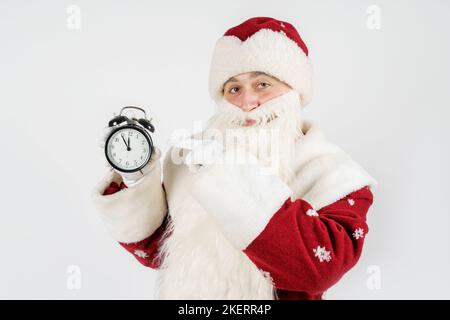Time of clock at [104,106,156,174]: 11:54
